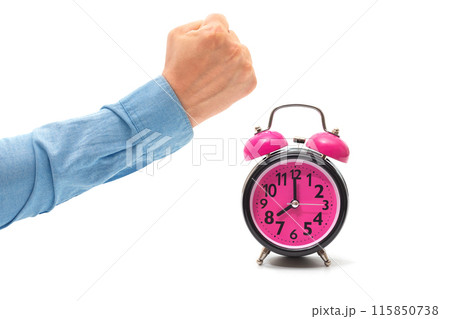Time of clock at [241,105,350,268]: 7:59
